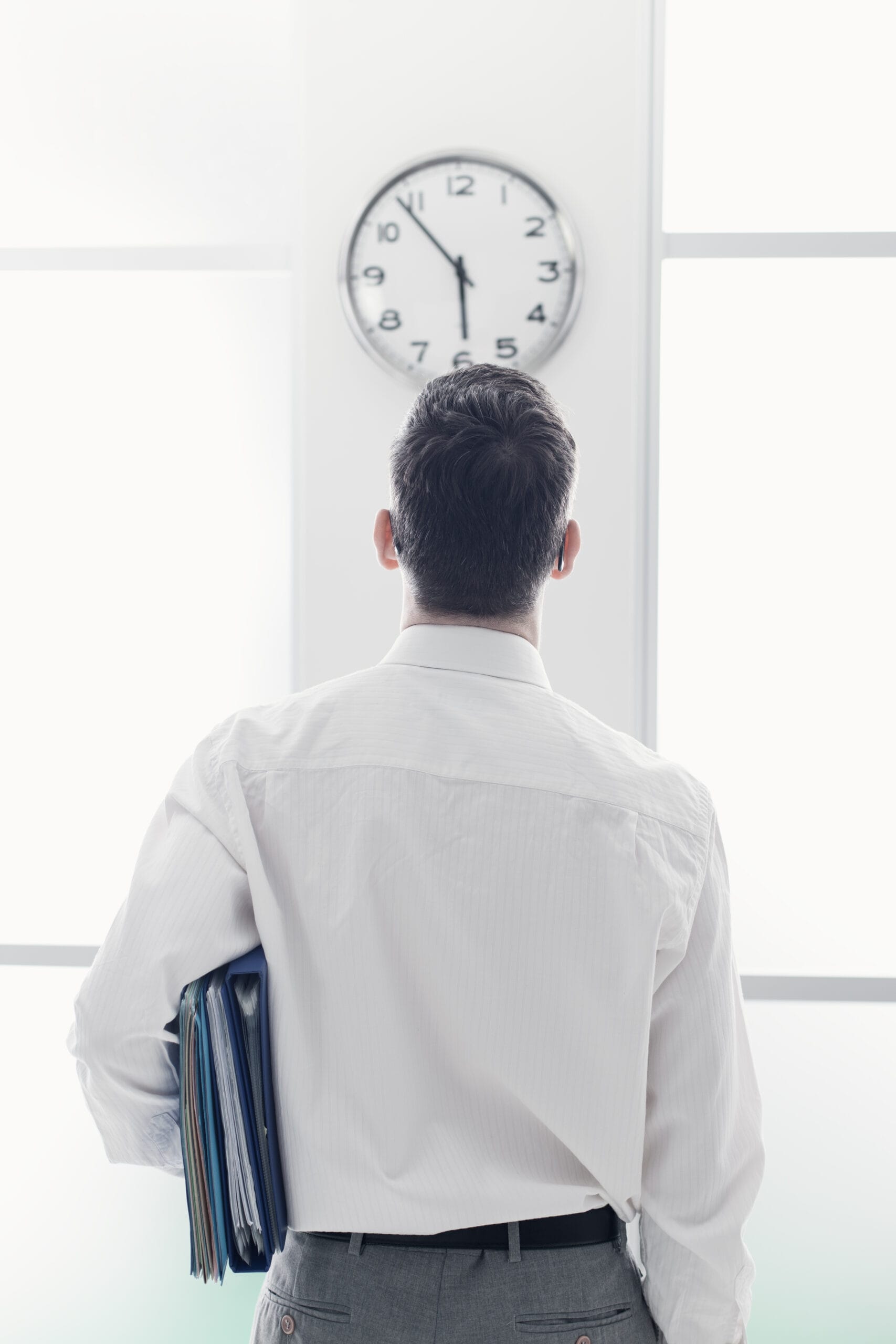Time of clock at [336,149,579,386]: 5:53
